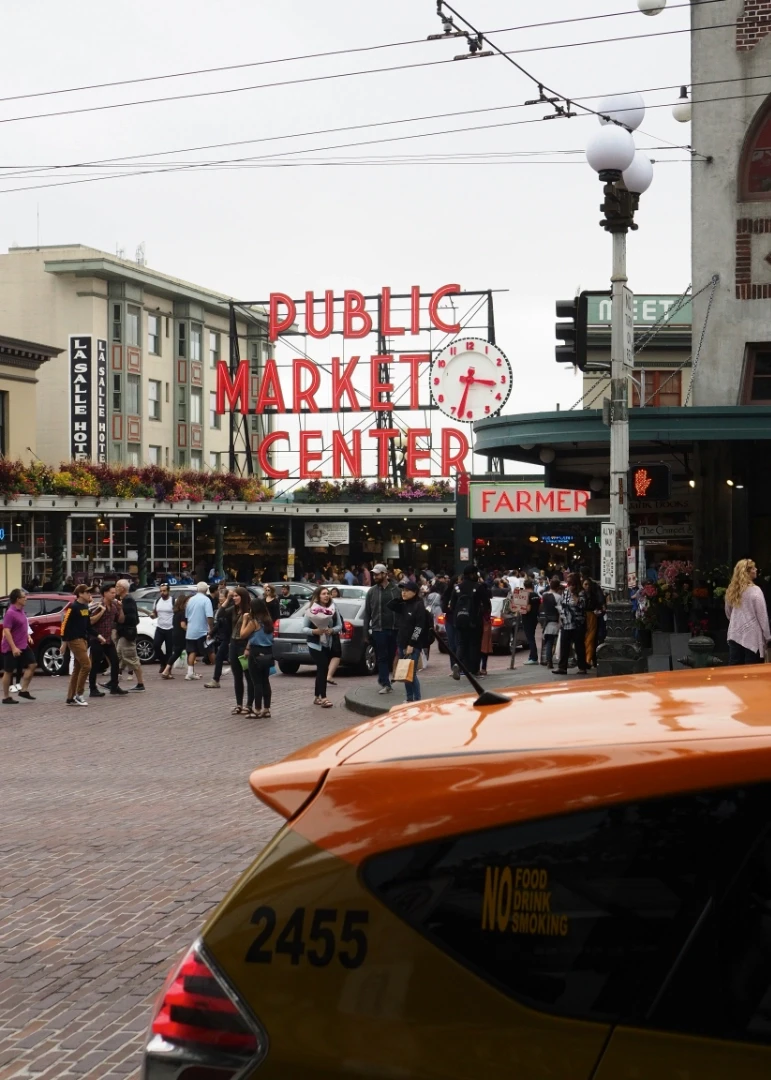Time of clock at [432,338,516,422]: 3:32
